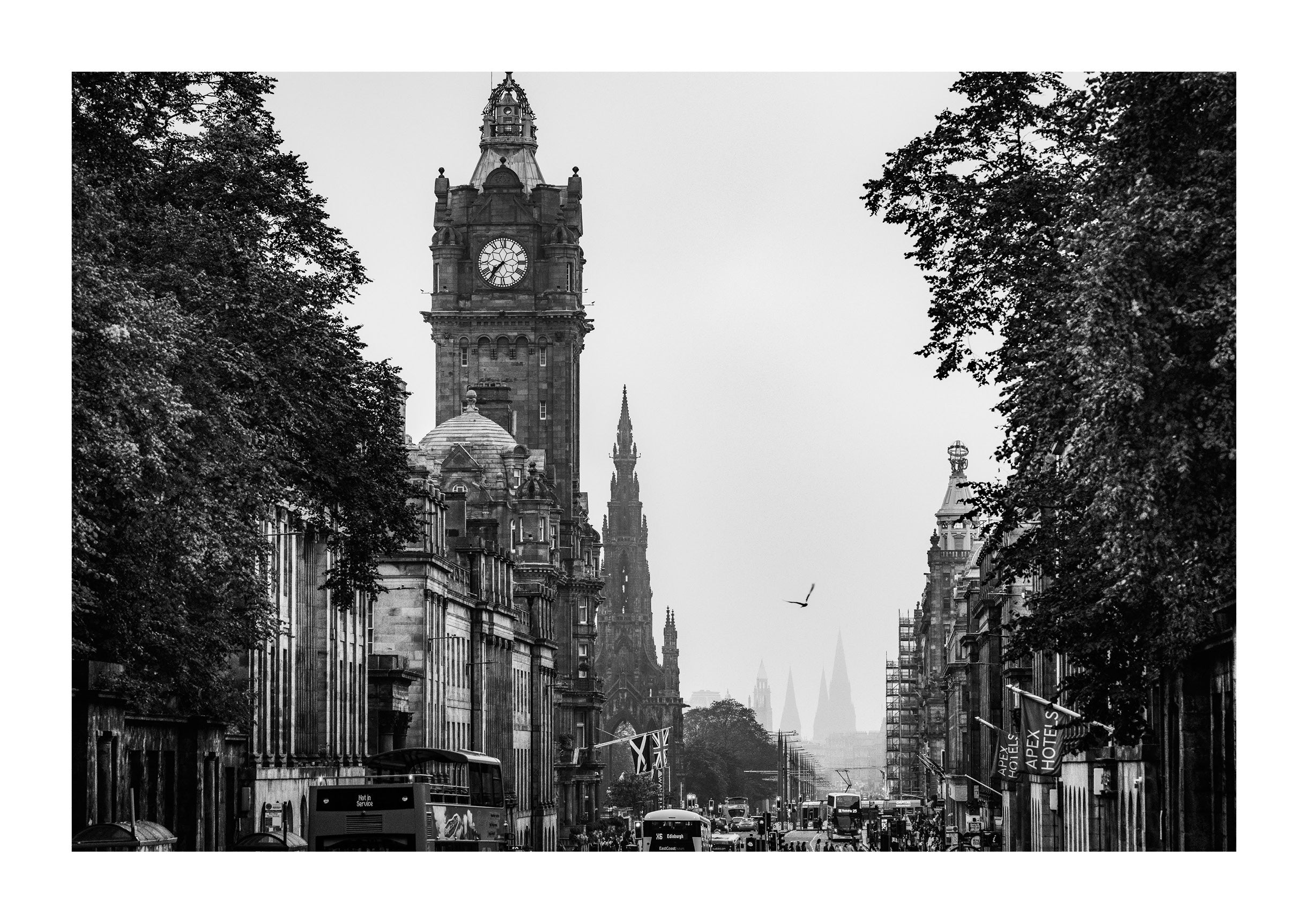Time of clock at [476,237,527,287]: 7:36
